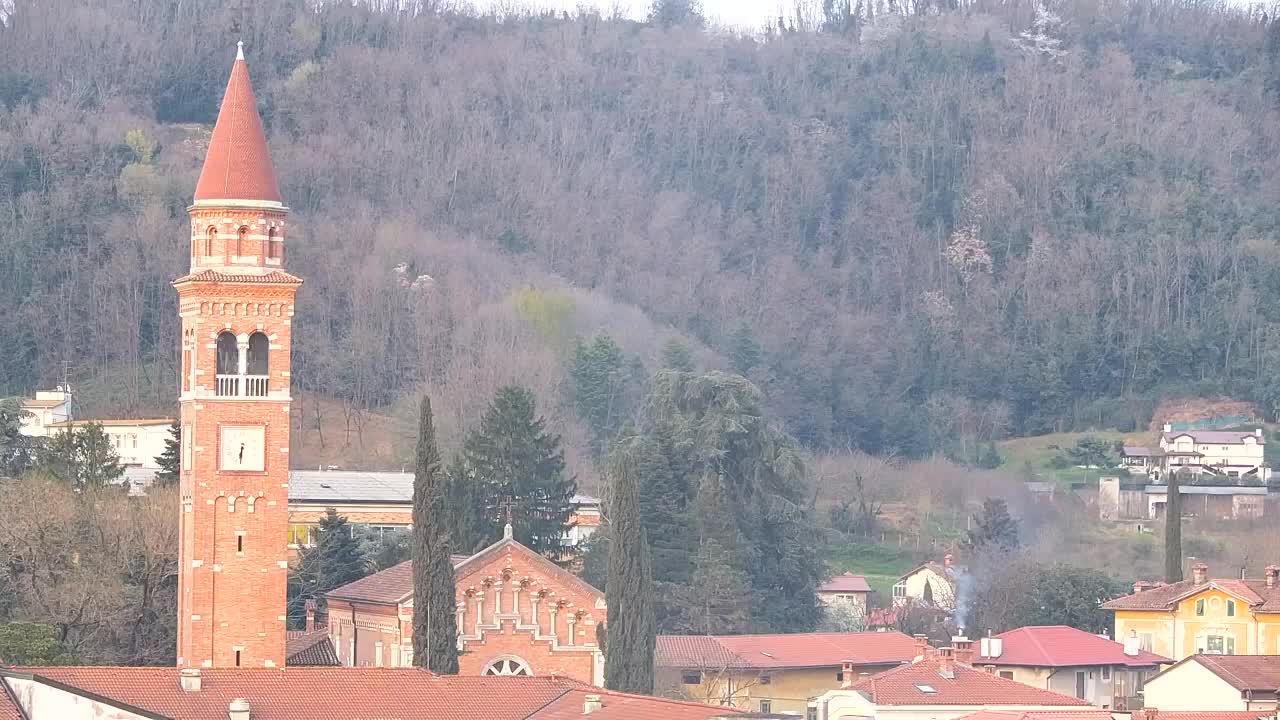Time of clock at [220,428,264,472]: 6:31
